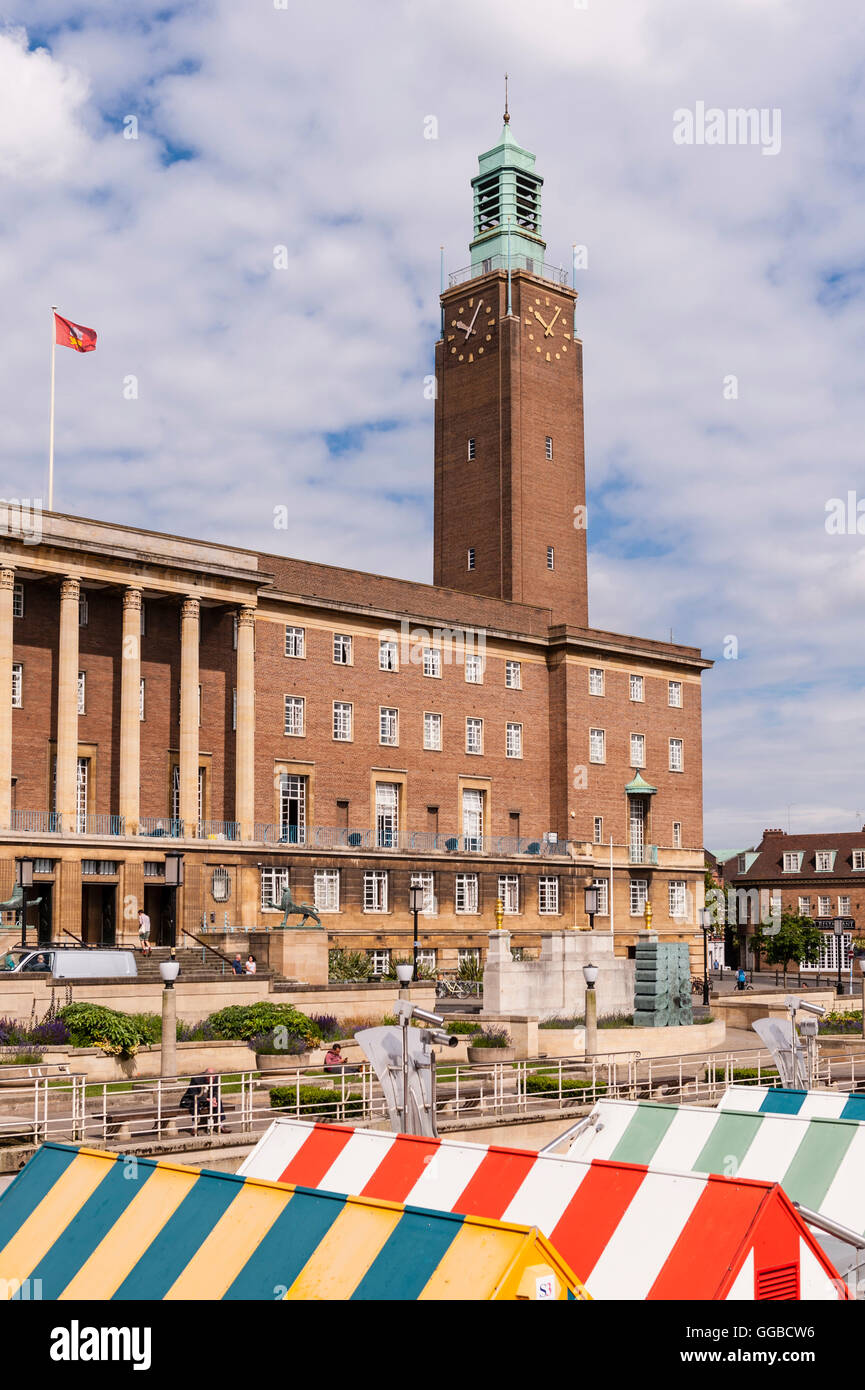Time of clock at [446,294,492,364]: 10:05
